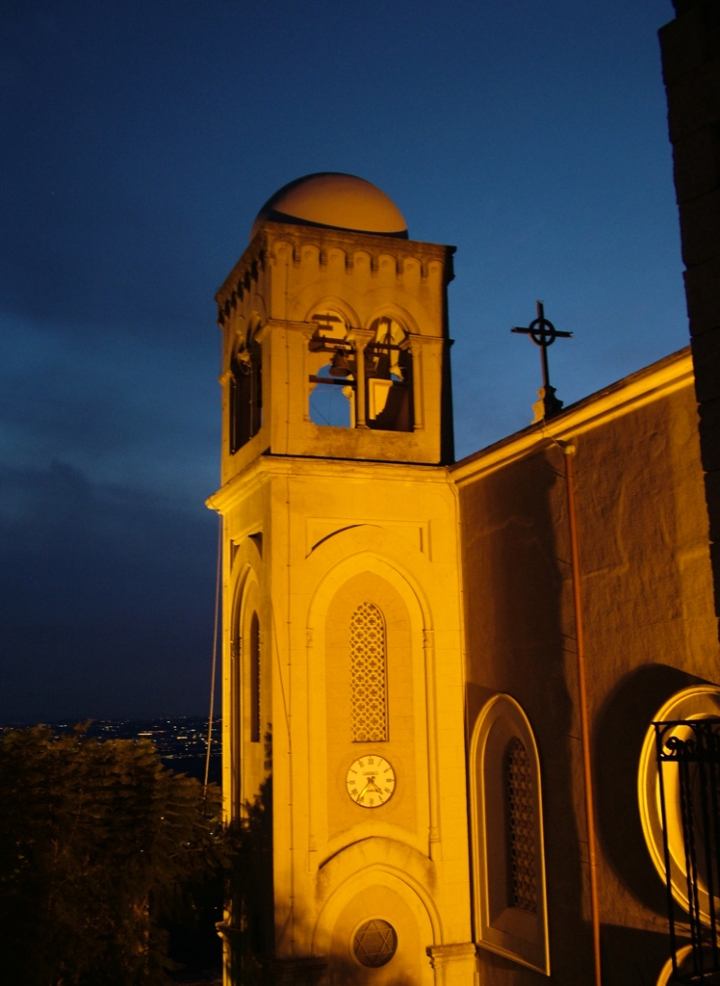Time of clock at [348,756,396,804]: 4:36
